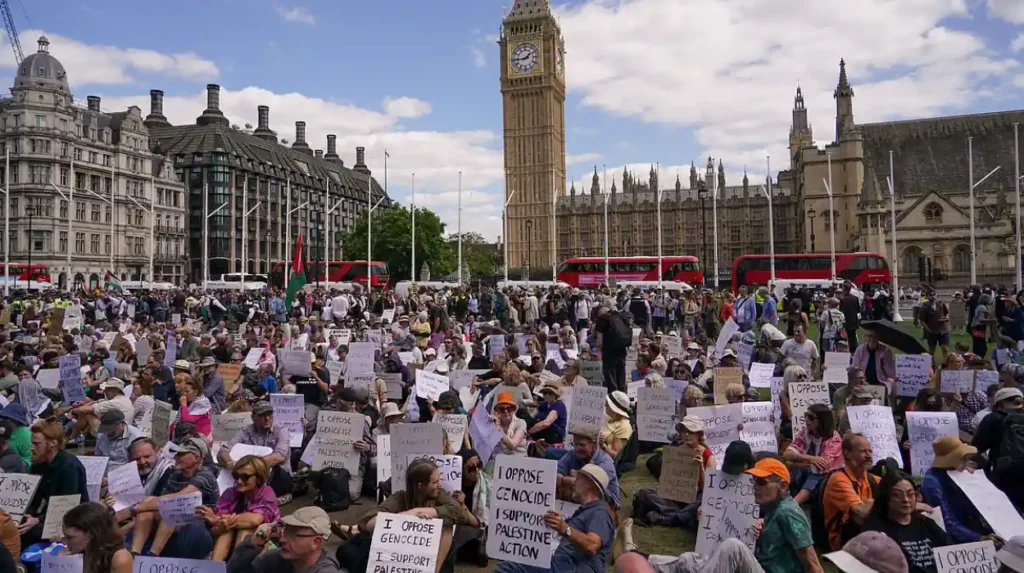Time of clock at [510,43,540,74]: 1:43
